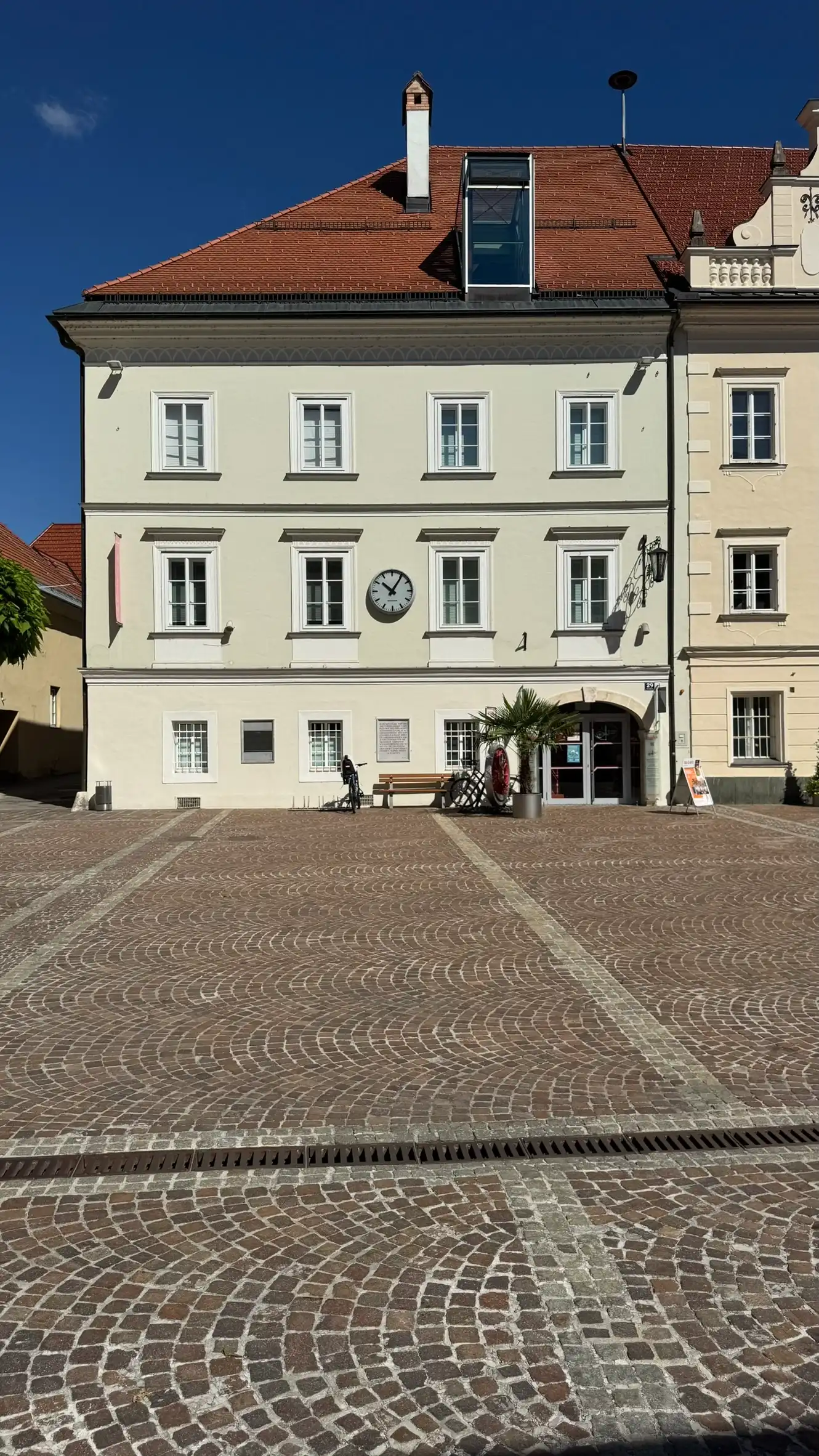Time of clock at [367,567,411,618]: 10:05
